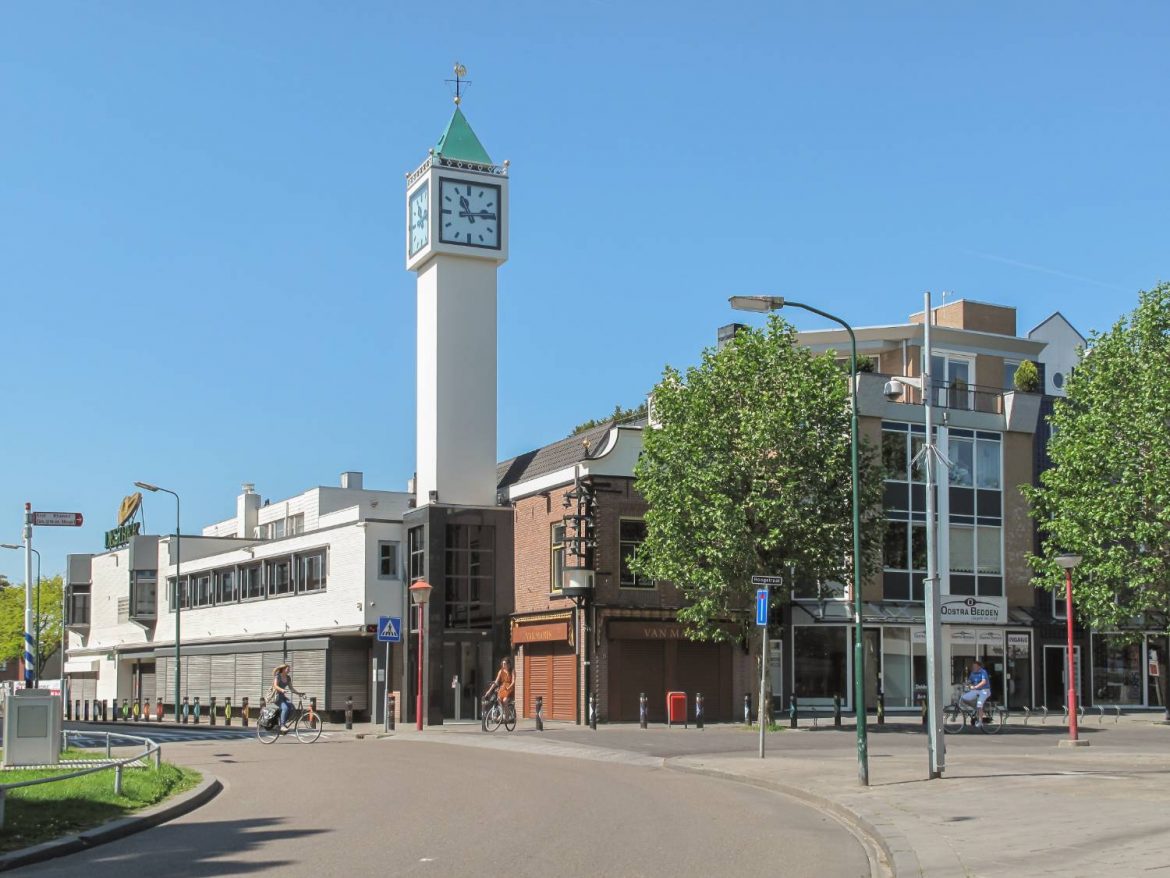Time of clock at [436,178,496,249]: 11:13
